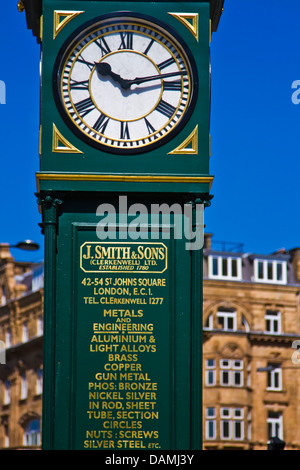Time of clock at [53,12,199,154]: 10:12
